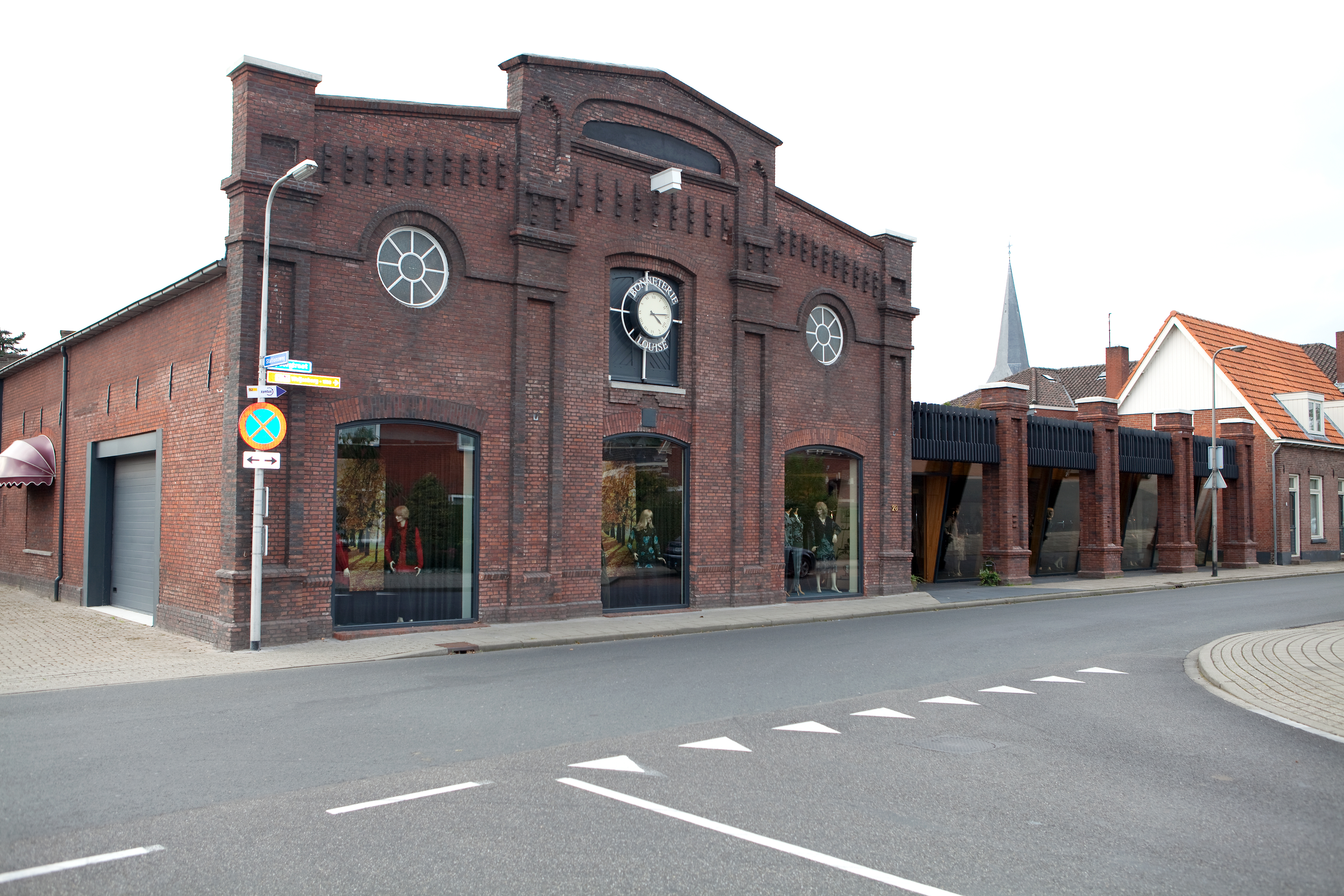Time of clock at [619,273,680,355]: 4:14
